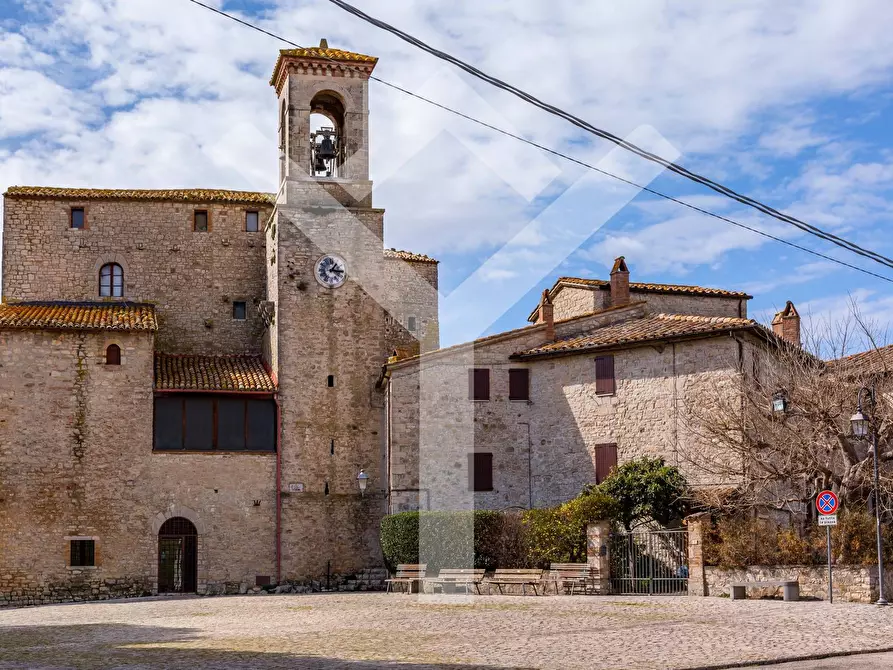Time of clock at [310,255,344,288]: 1:16
